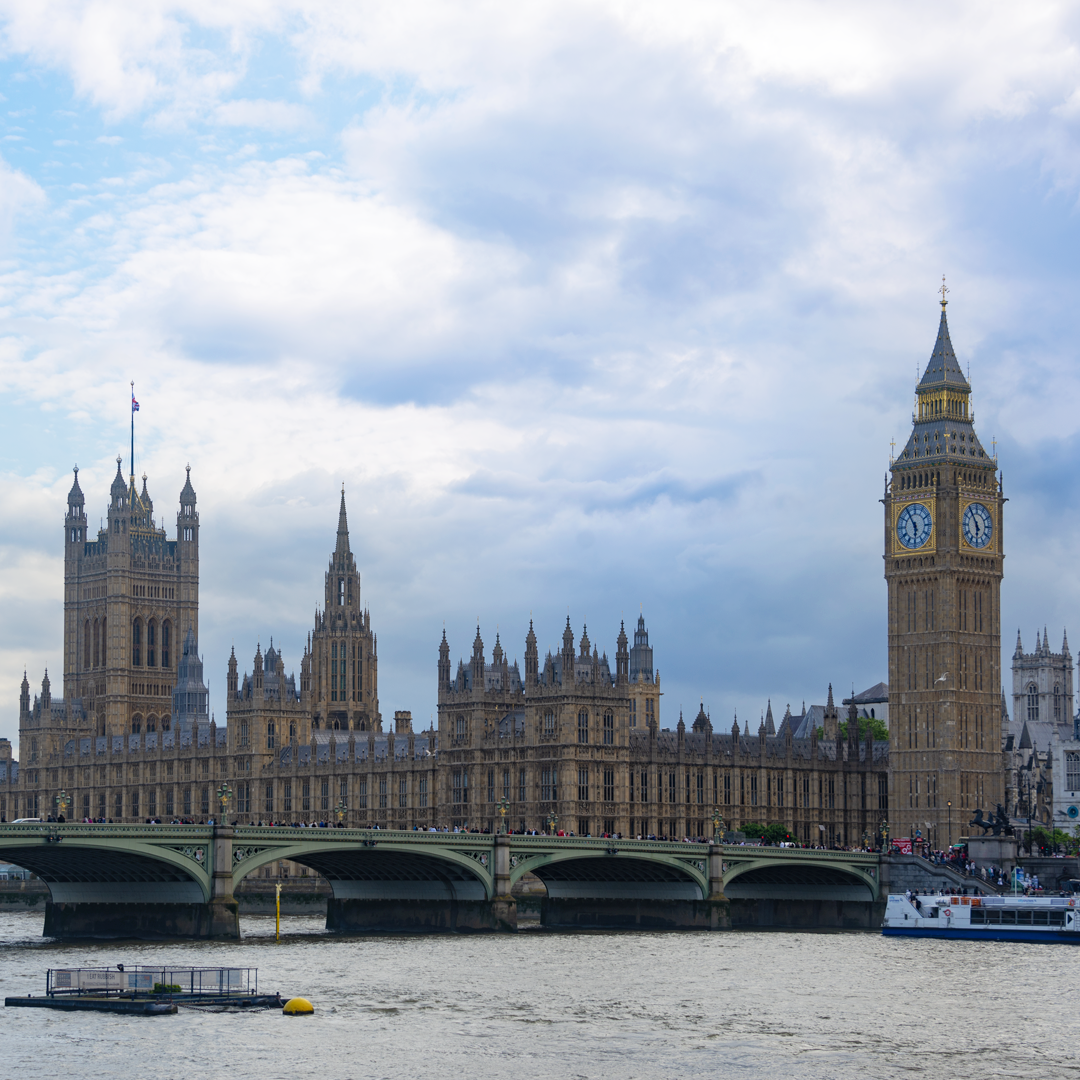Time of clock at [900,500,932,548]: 5:54
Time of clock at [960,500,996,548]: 5:54
